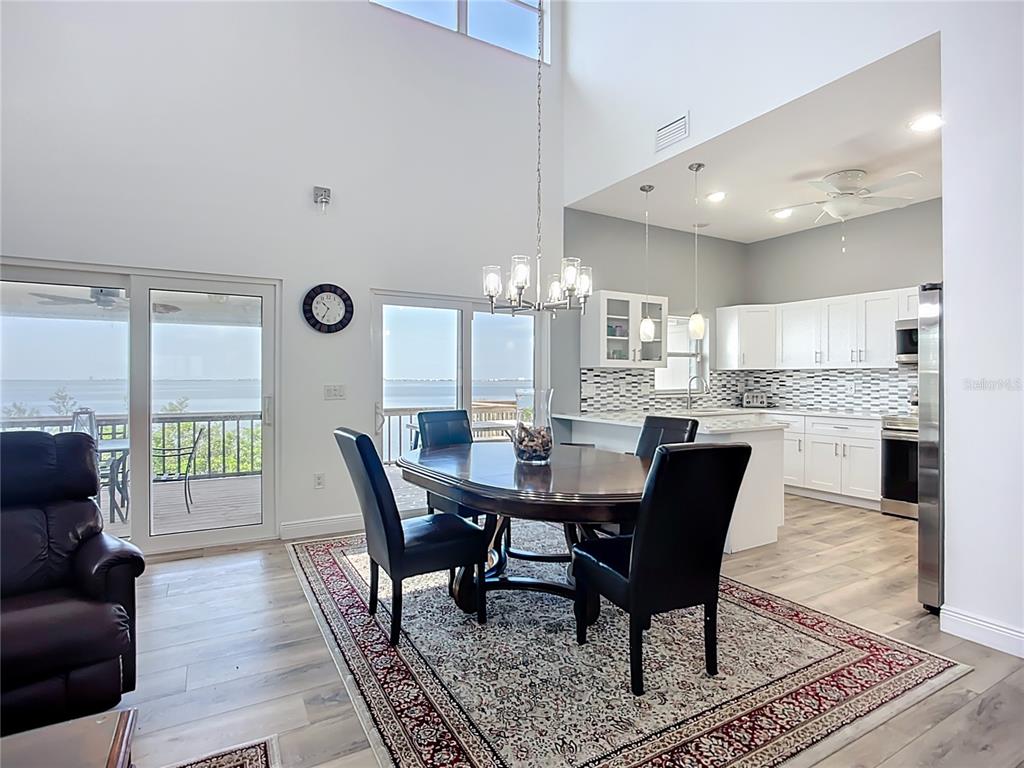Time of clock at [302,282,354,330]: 10:34
